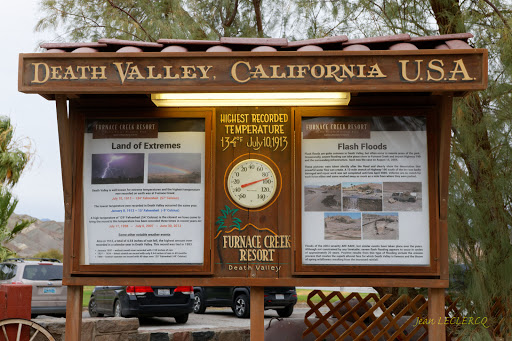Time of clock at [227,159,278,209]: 8:12
